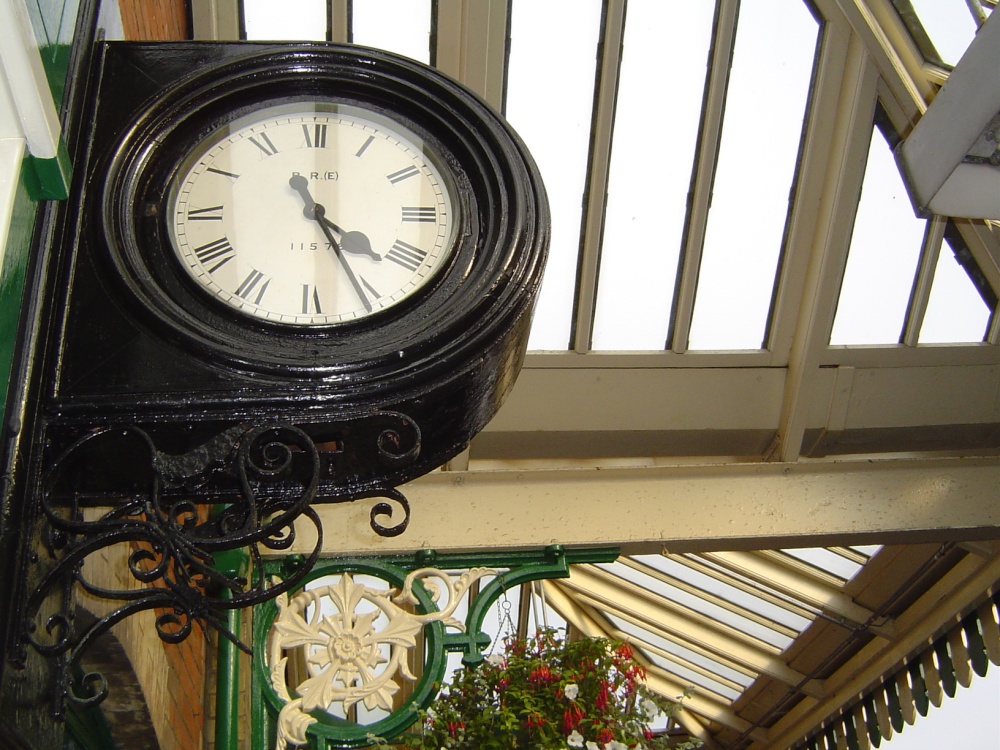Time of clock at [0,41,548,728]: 4:26
